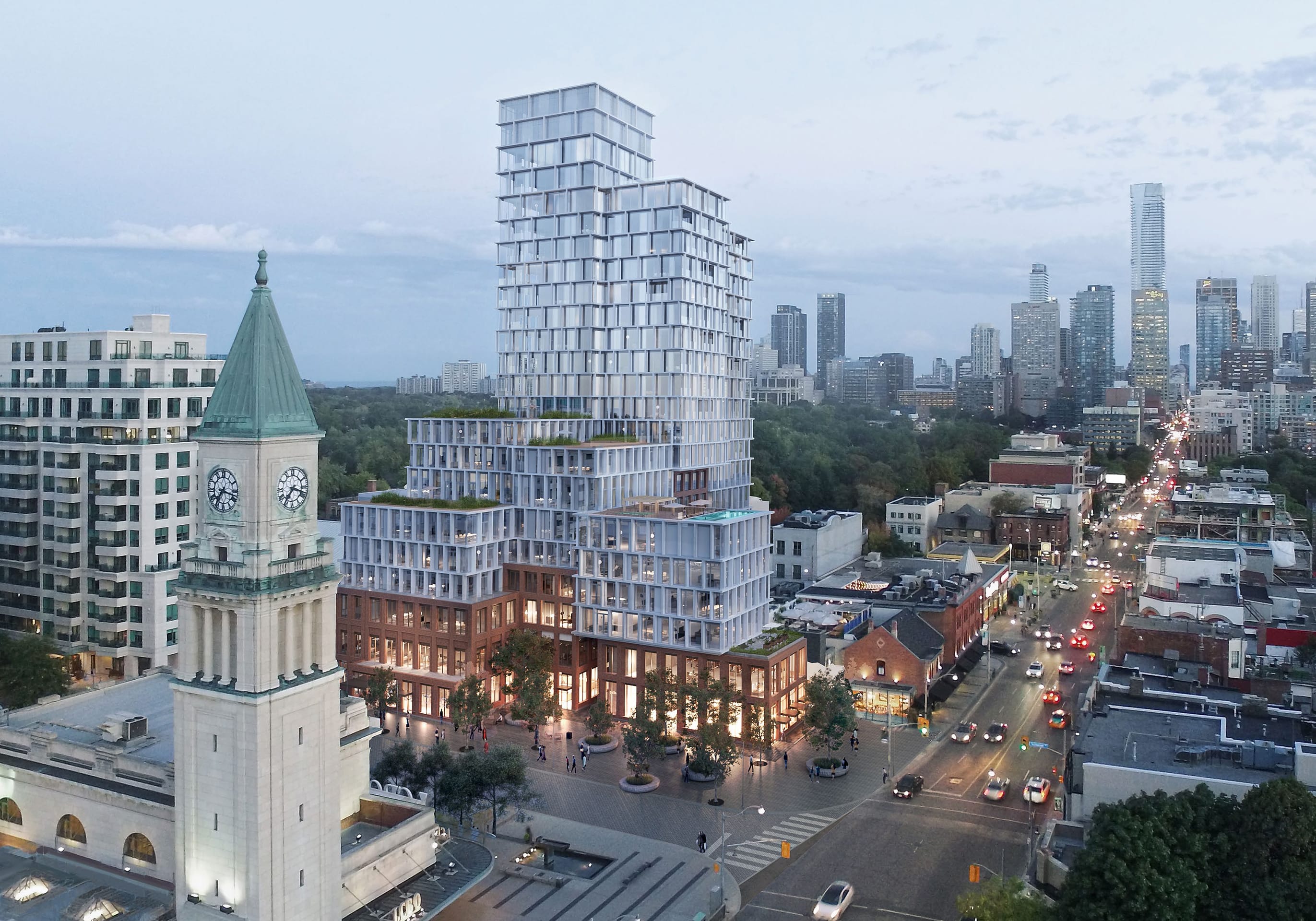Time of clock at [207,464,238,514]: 7:17
